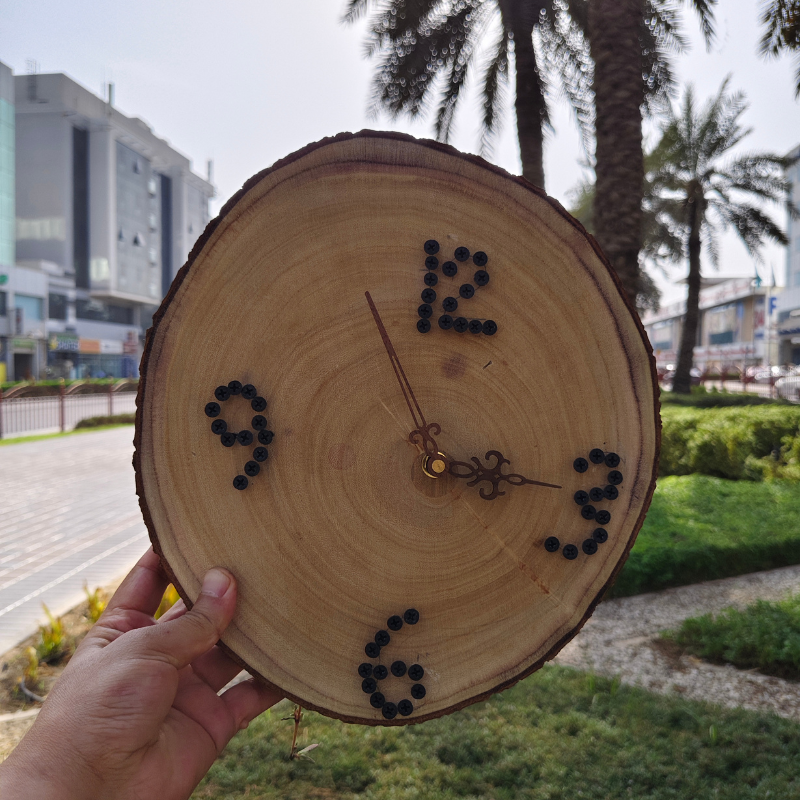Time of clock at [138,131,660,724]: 3:55
